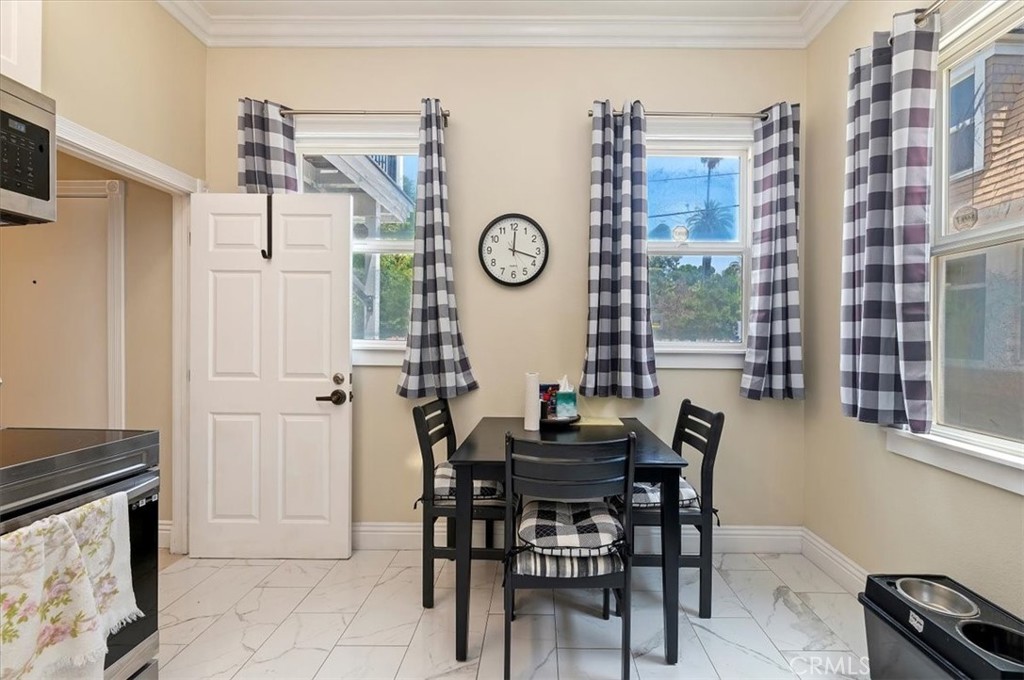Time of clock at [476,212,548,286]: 12:17
